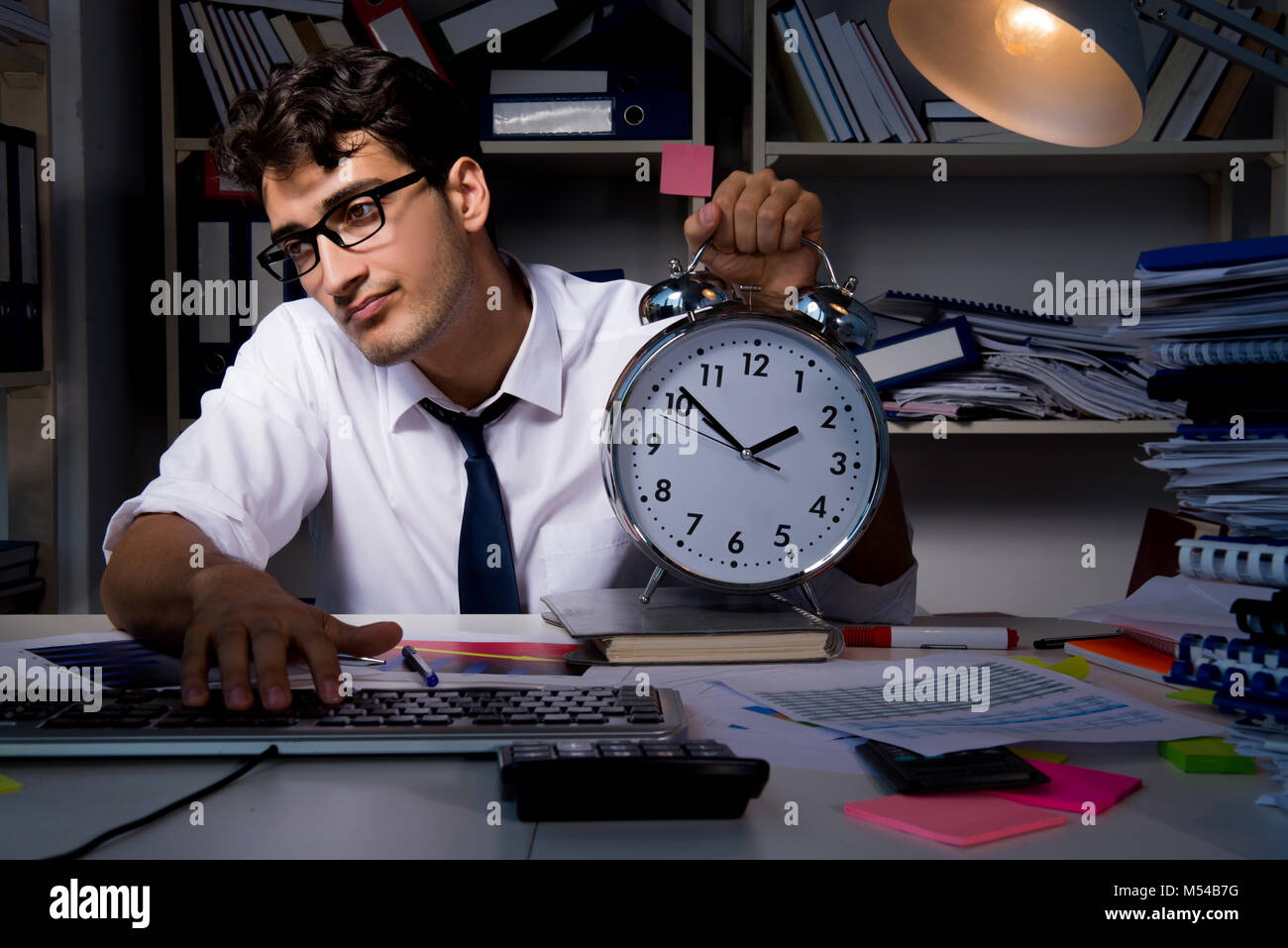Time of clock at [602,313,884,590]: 1:51
